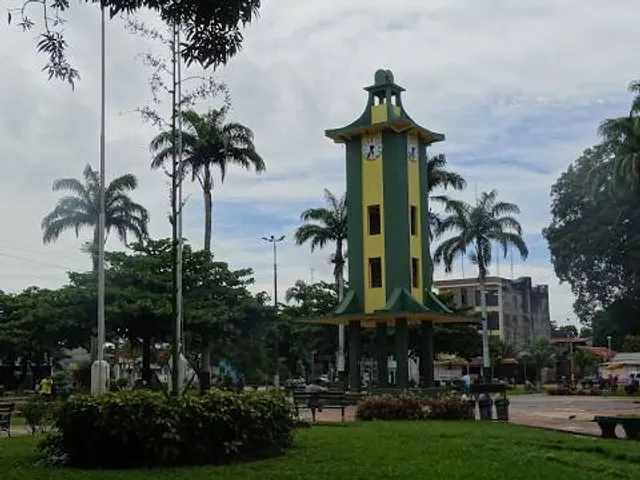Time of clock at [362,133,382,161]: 5:35
